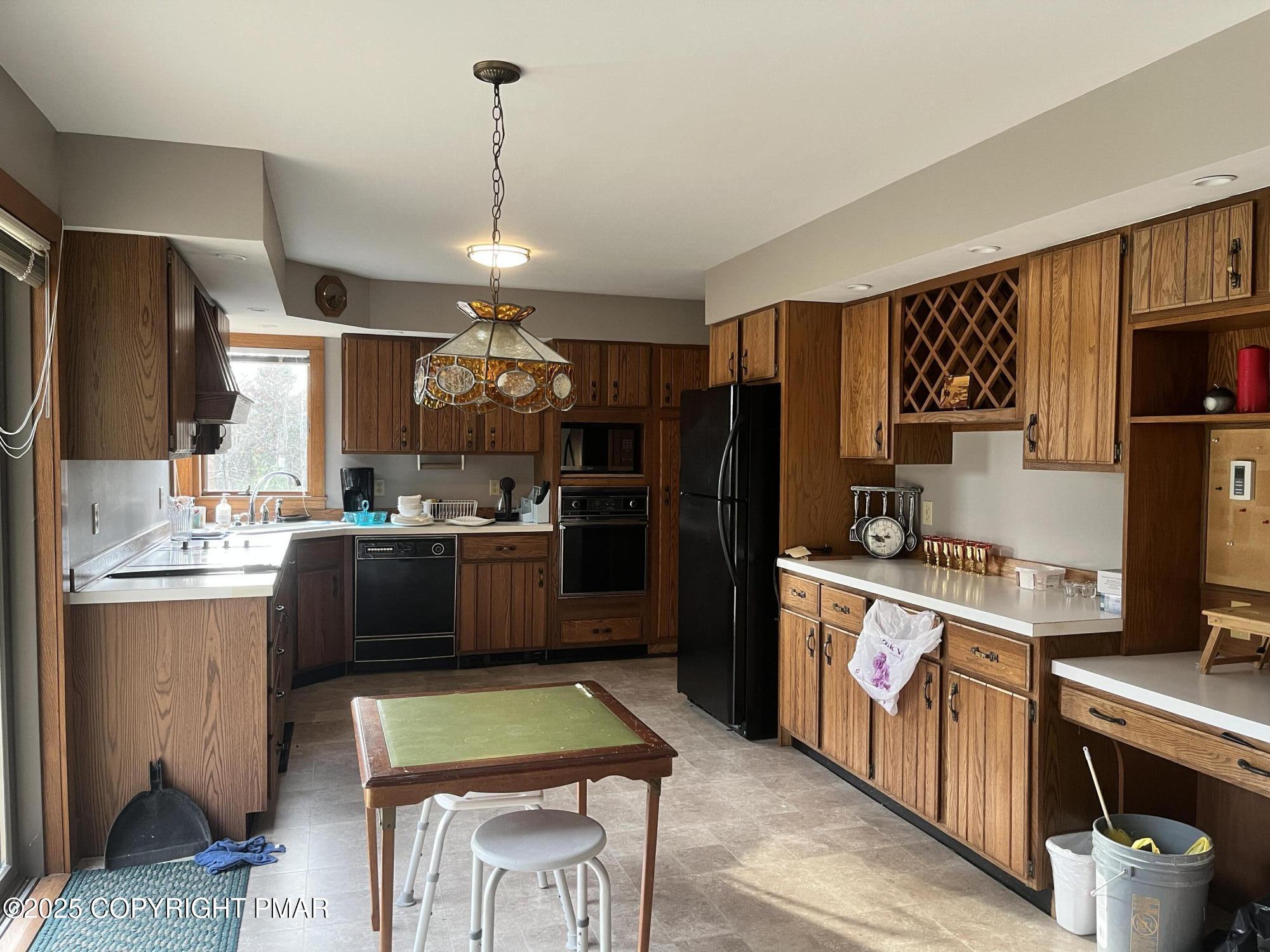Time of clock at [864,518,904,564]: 8:45
